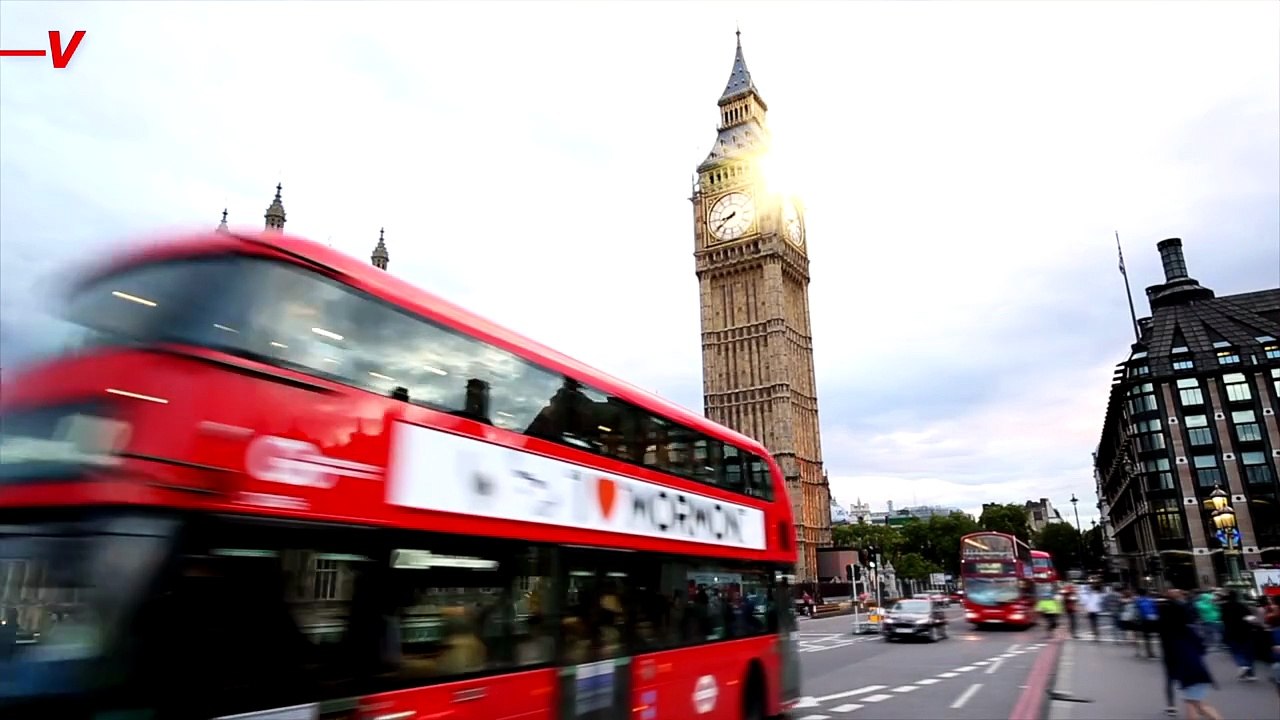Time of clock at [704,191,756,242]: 8:39
